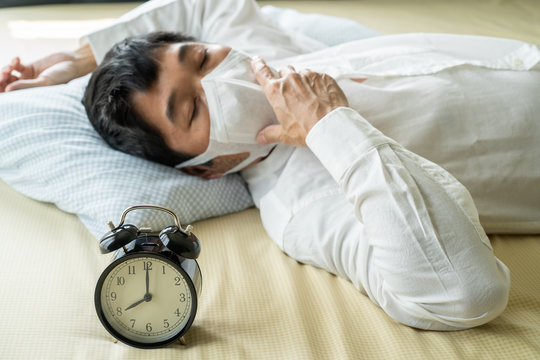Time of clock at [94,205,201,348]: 8:00
